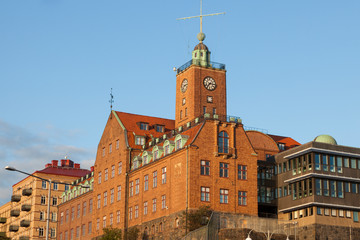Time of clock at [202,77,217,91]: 7:15
